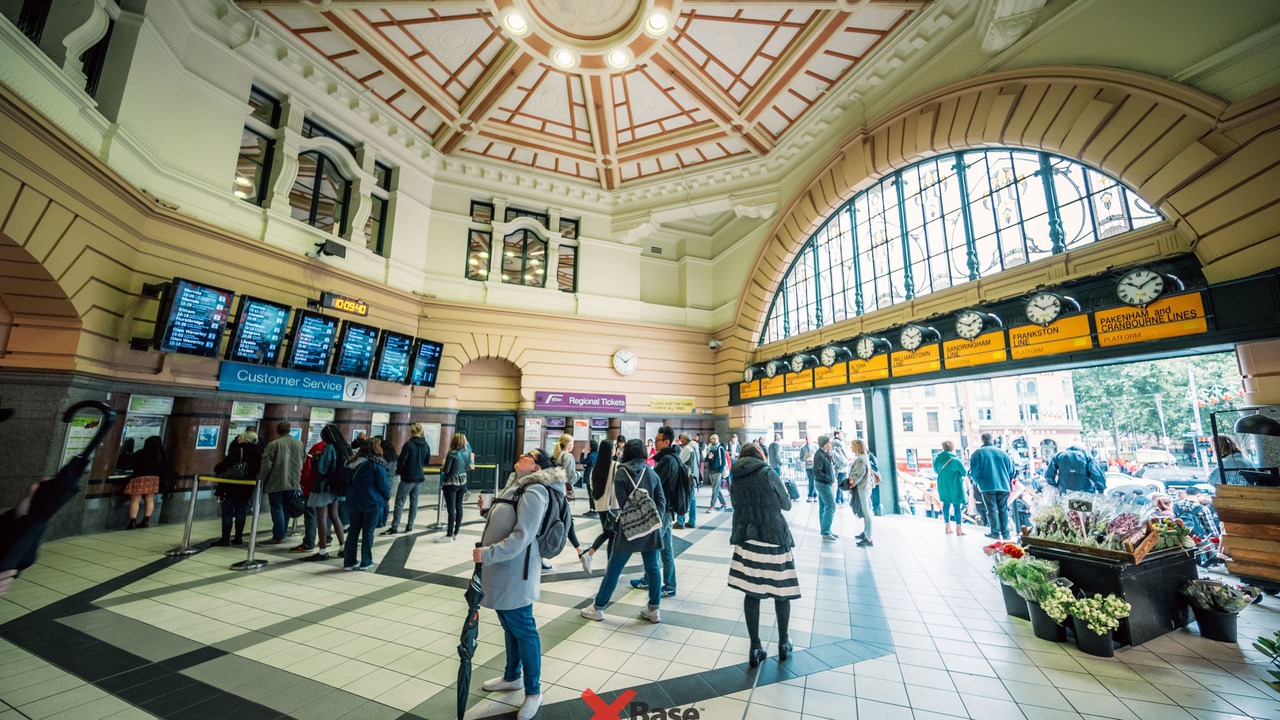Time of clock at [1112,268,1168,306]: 10:09
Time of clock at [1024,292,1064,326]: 10:12
